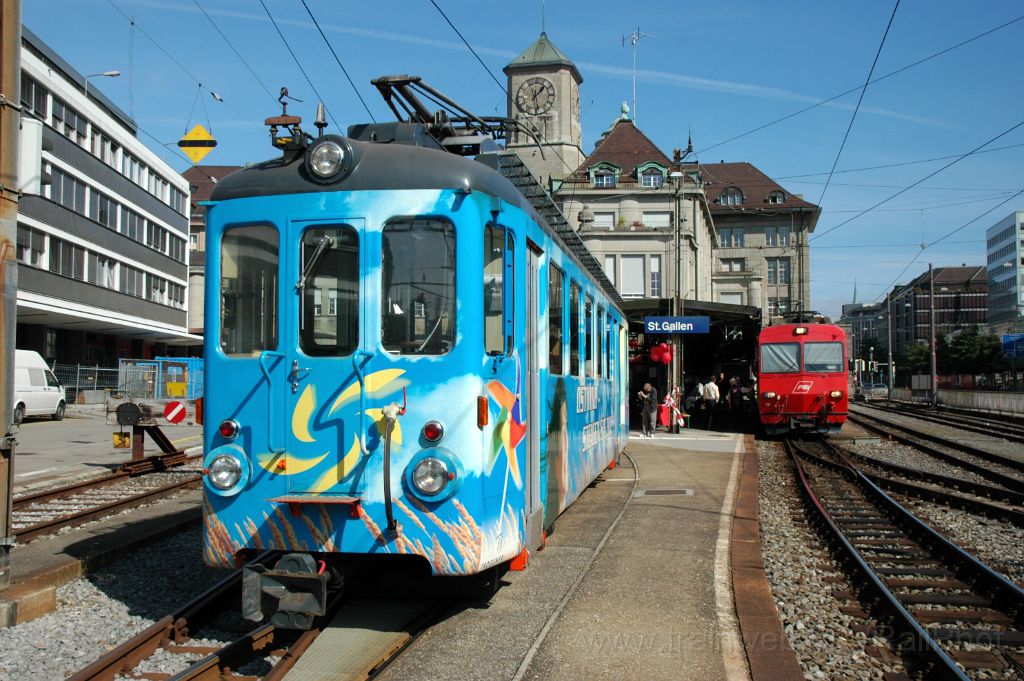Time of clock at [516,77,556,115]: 1:28
